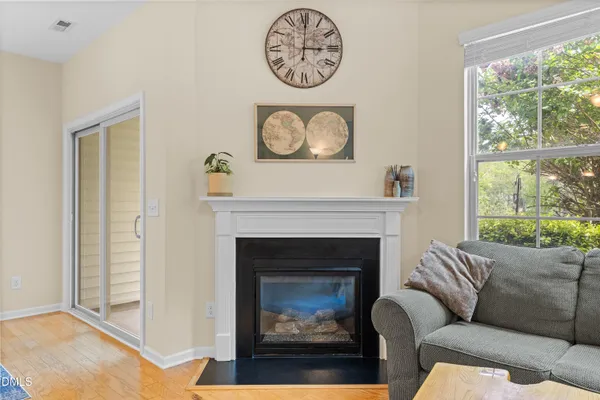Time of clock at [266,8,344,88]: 3:00
